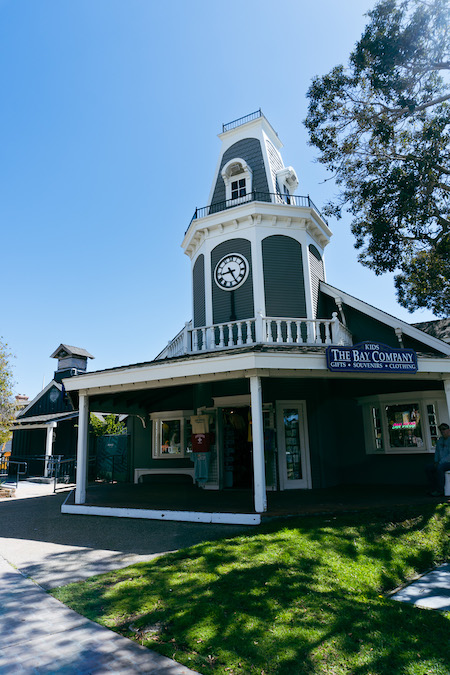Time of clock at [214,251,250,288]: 8:25
